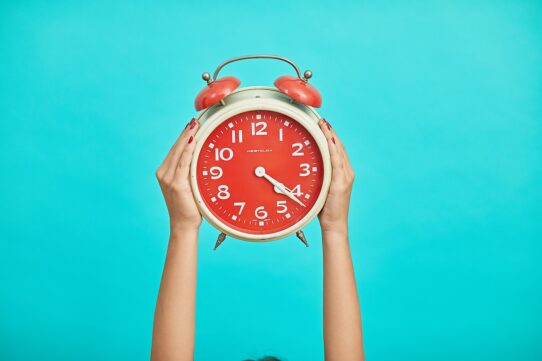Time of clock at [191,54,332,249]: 4:21
